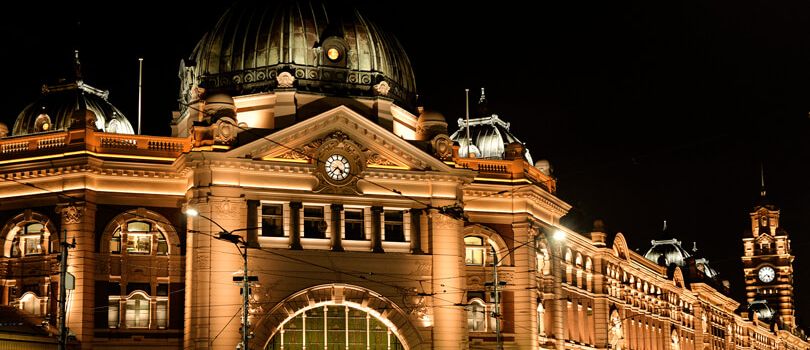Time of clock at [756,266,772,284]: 4:38
